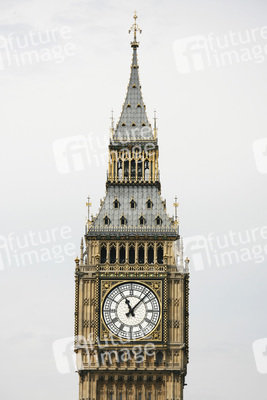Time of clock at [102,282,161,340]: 11:07
